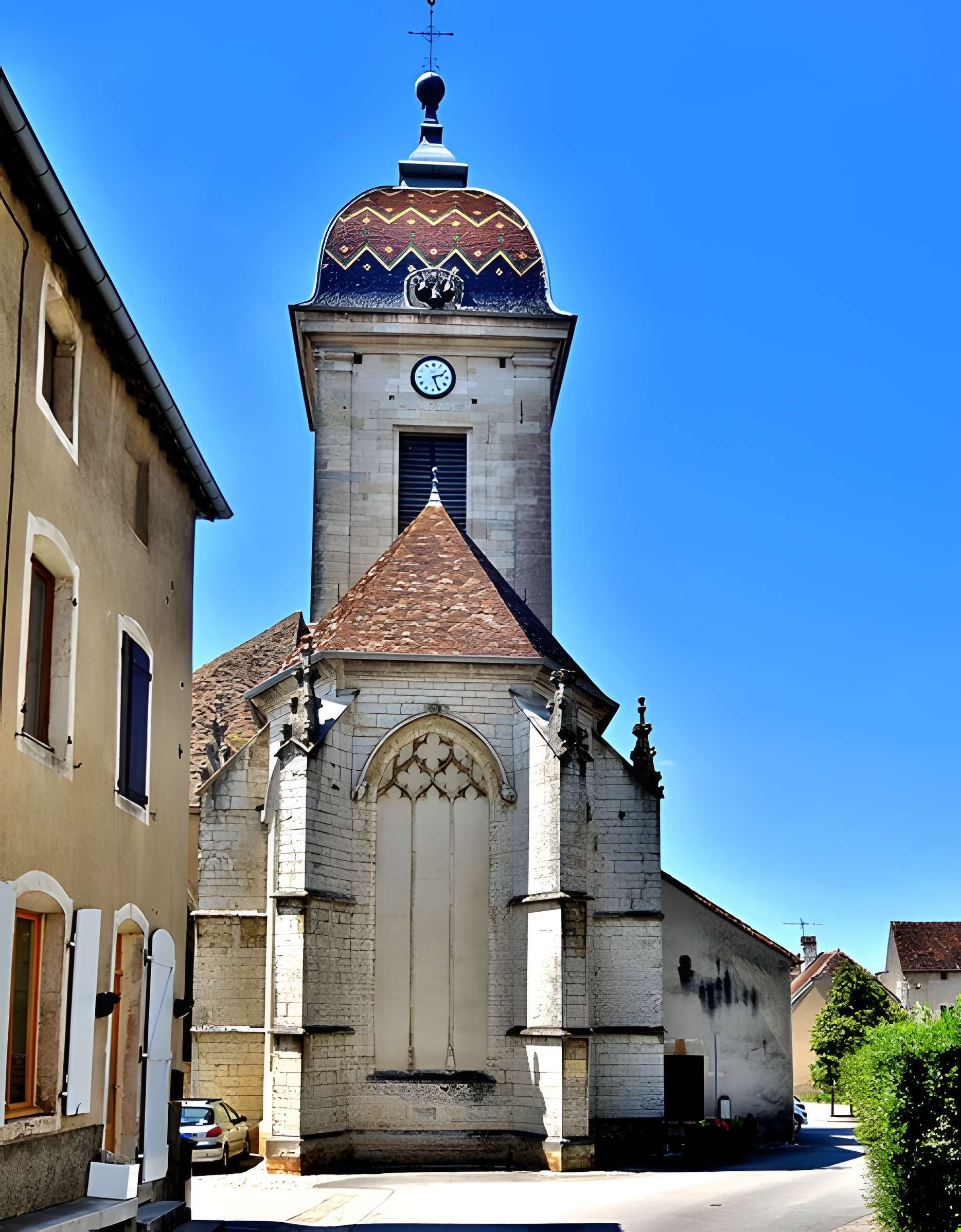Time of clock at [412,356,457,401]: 2:26
